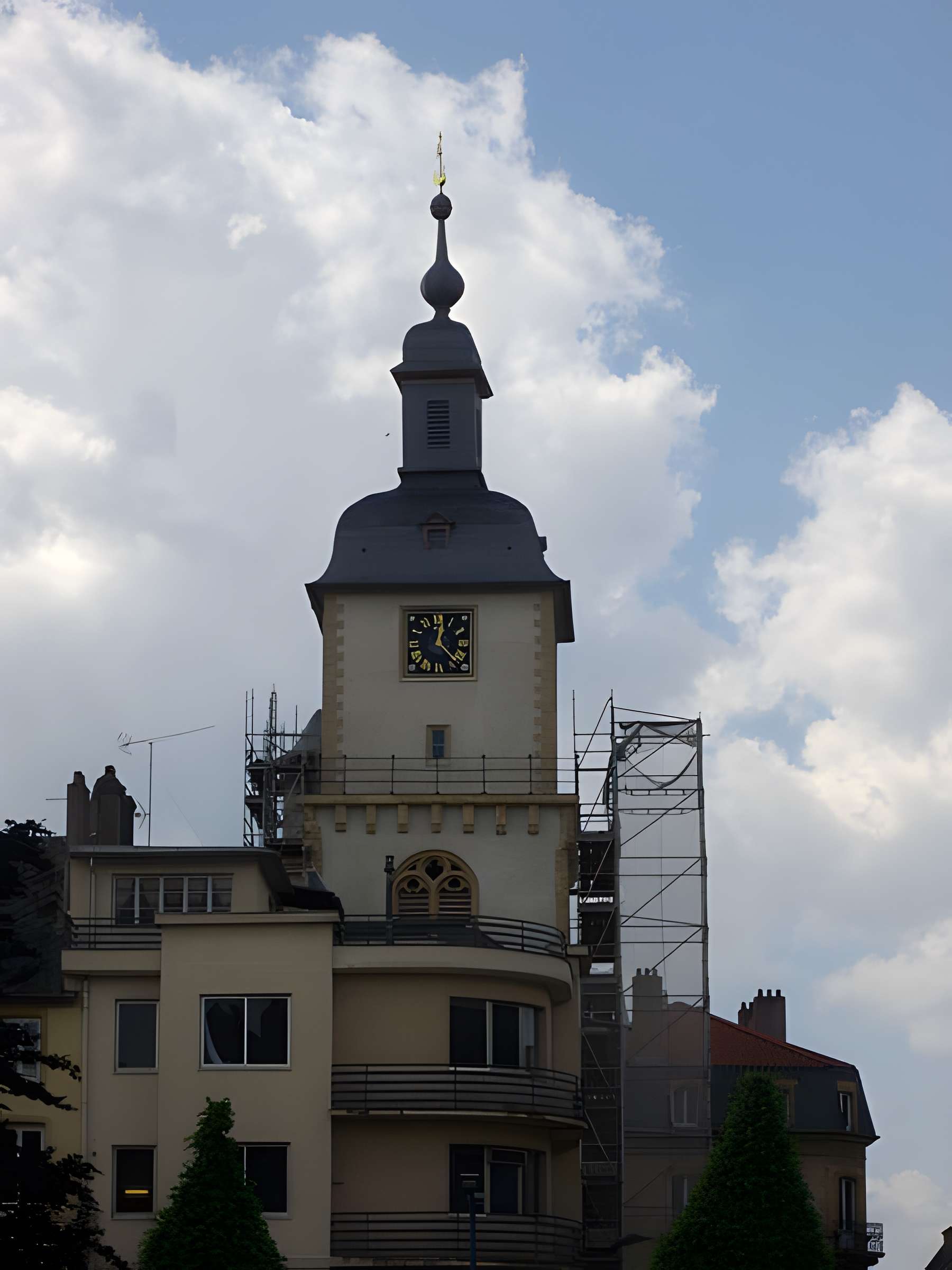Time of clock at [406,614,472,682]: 12:23
